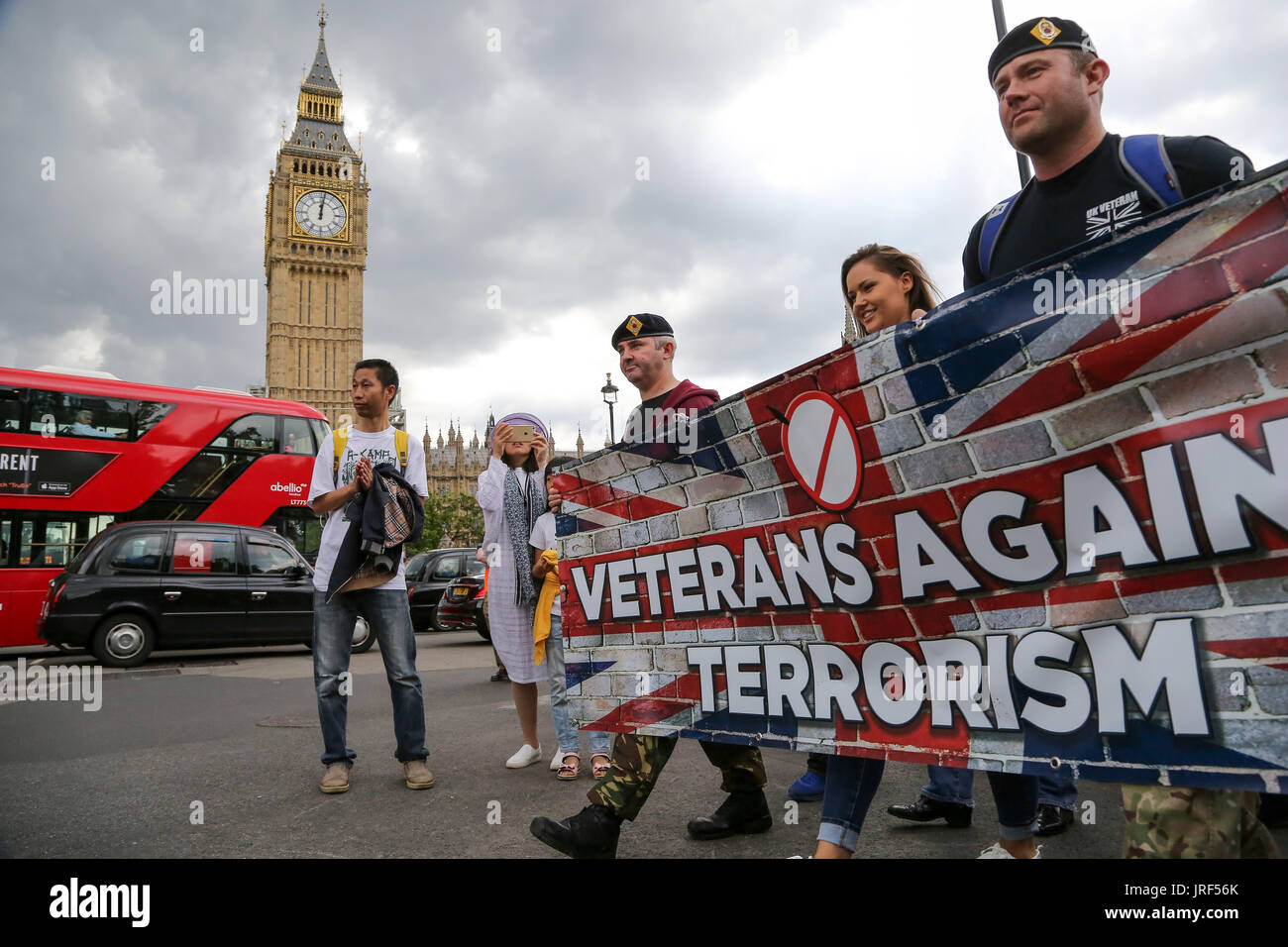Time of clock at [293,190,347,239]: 12:01
